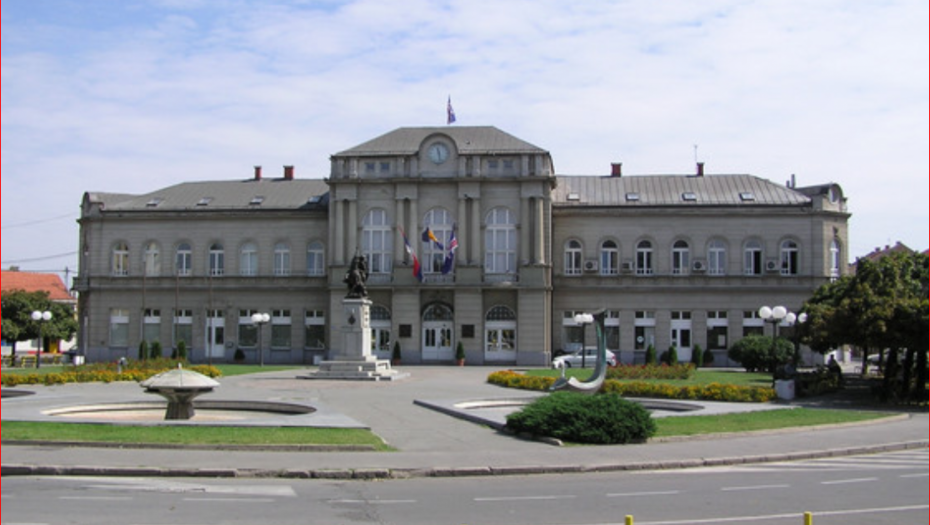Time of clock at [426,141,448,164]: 11:28
